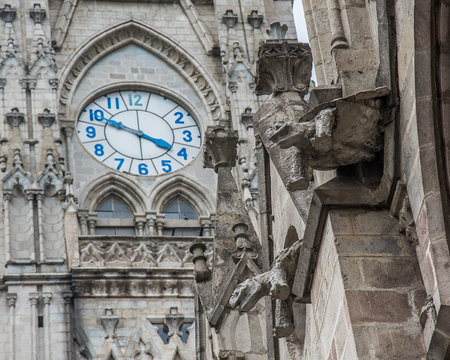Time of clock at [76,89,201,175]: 3:48
